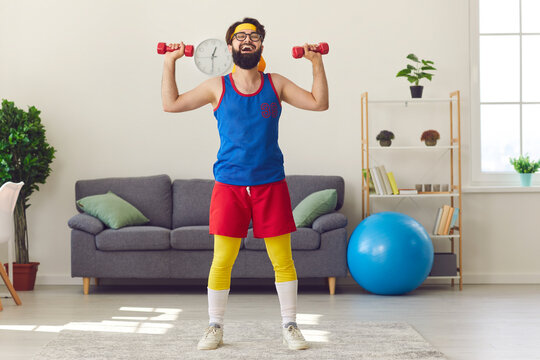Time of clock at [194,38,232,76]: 12:29
